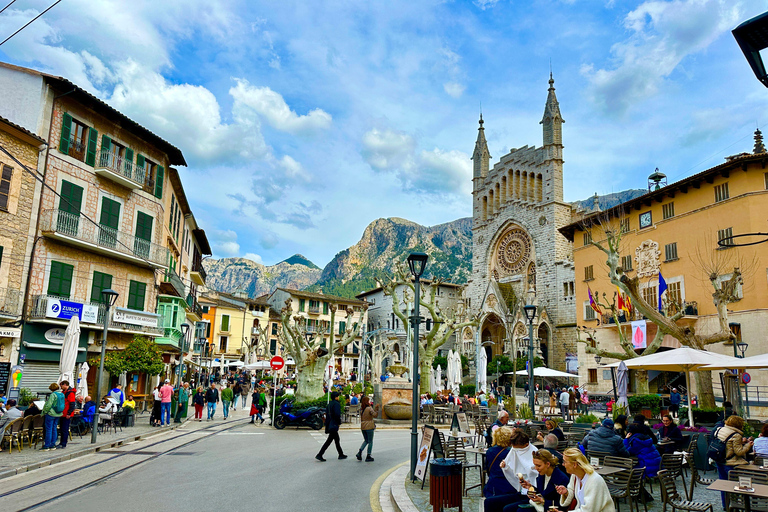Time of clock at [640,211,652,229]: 1:18
